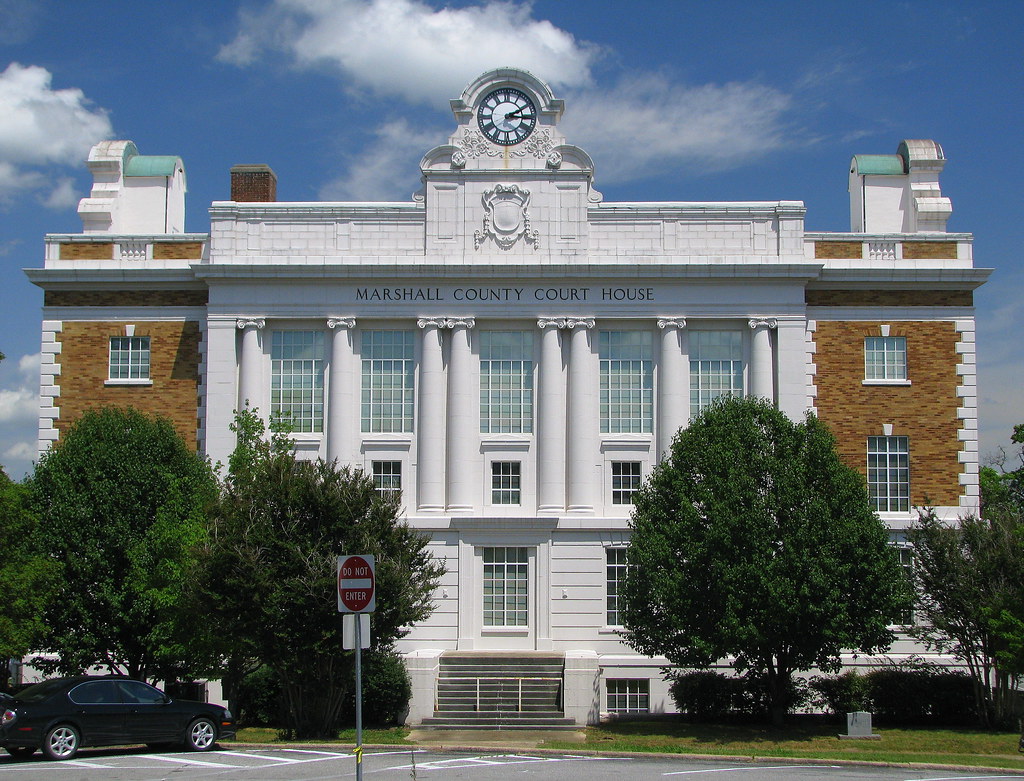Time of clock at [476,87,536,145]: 2:16
